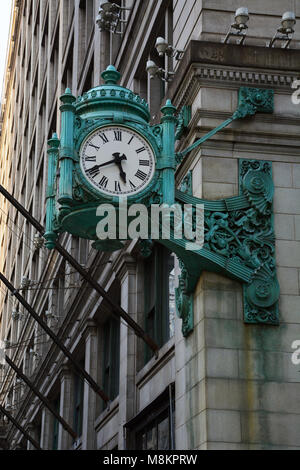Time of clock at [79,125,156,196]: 5:40
